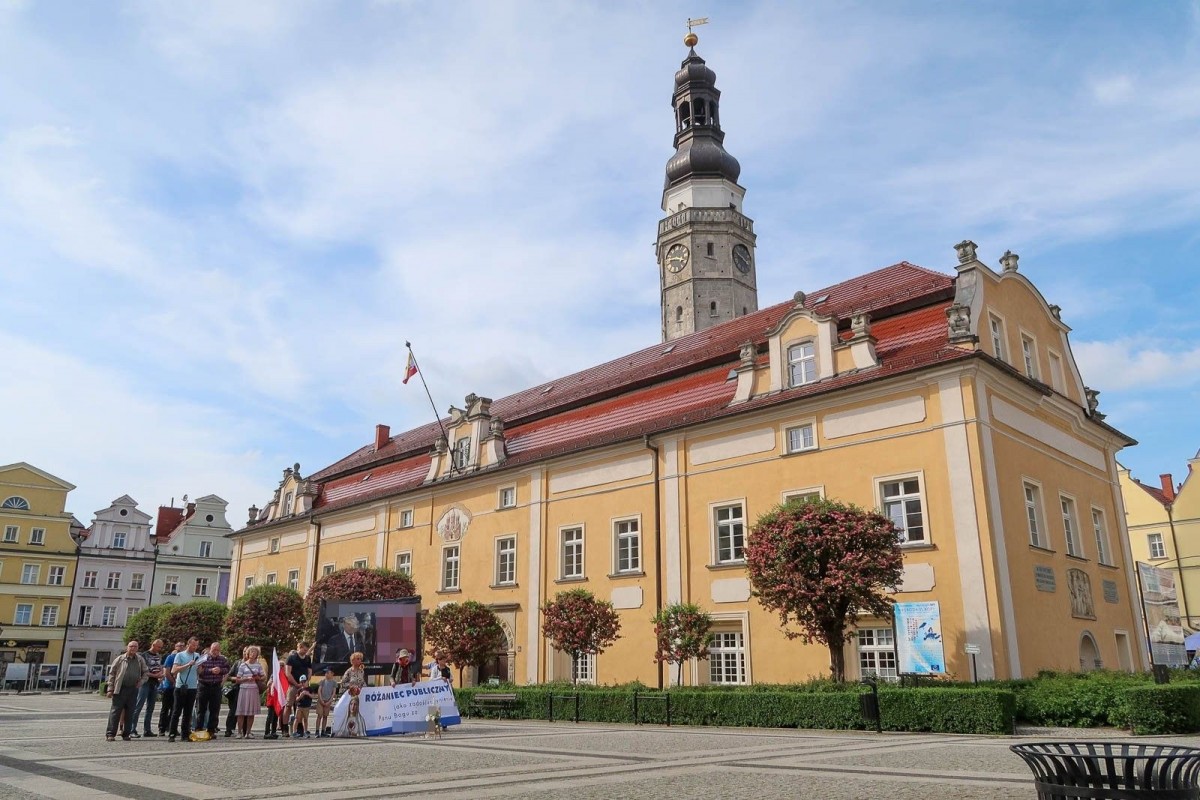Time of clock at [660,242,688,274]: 9:17
